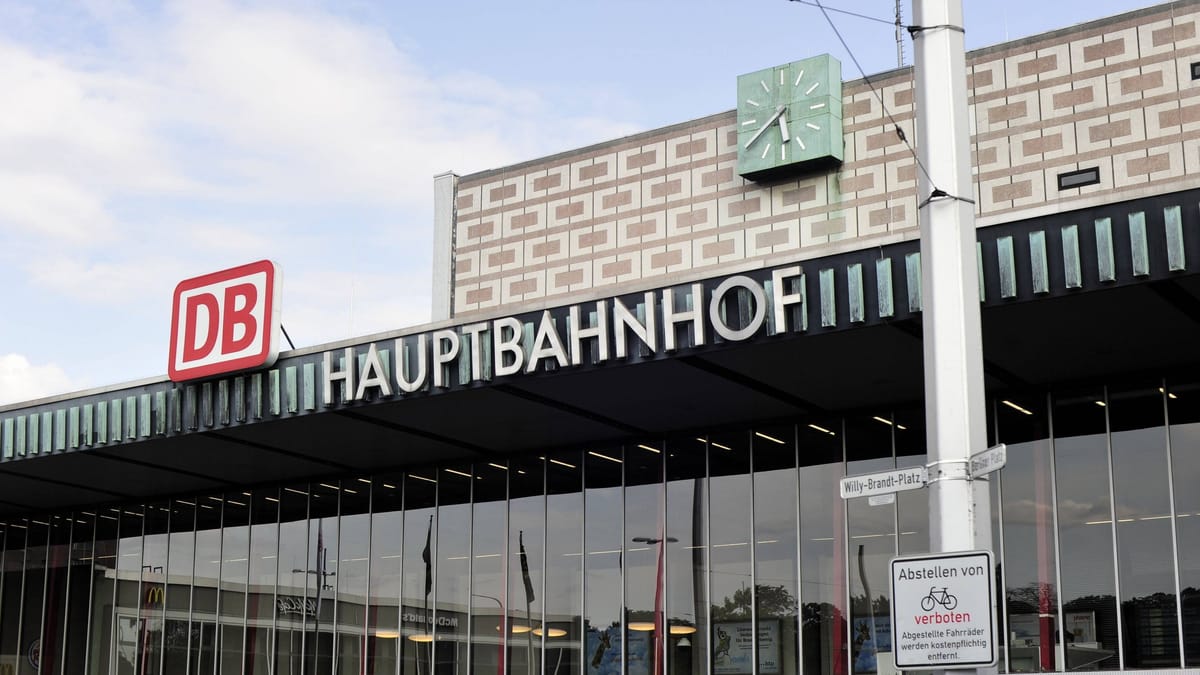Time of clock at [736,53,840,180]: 5:39
